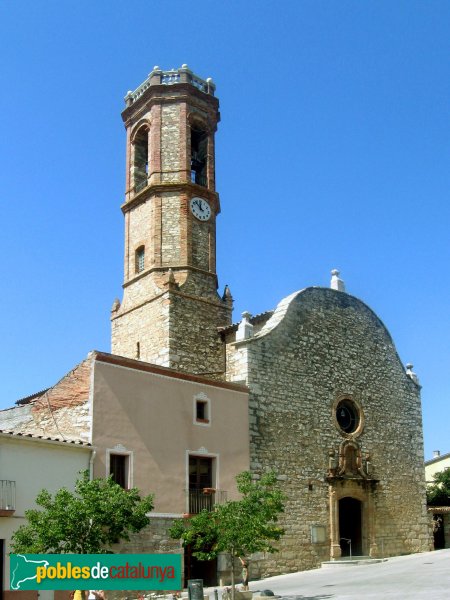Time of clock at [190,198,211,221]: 11:52
